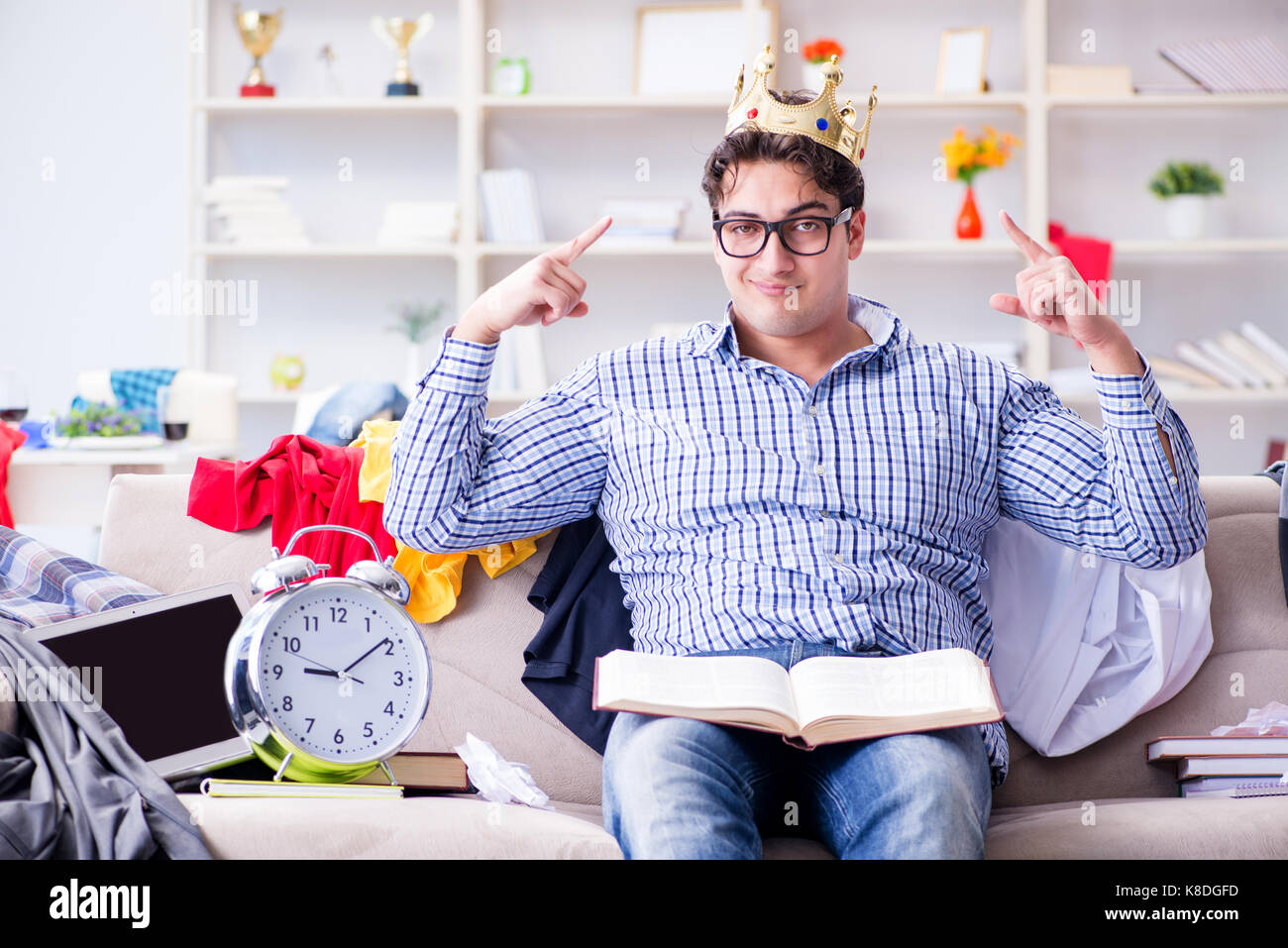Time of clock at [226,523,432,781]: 9:09
